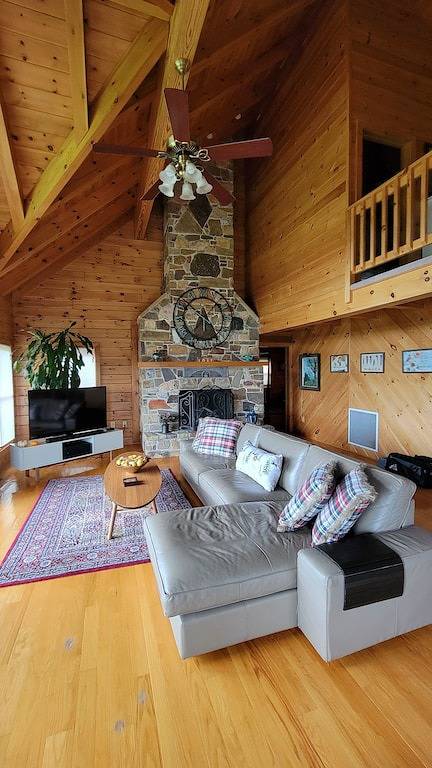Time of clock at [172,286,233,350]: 5:51
